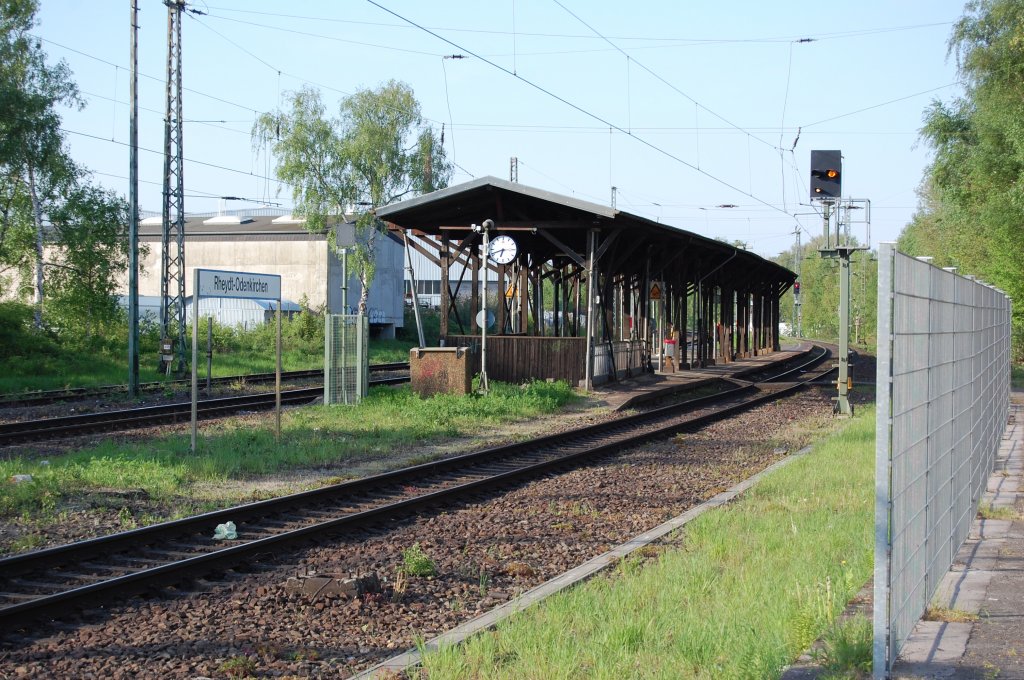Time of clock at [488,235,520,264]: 6:41
